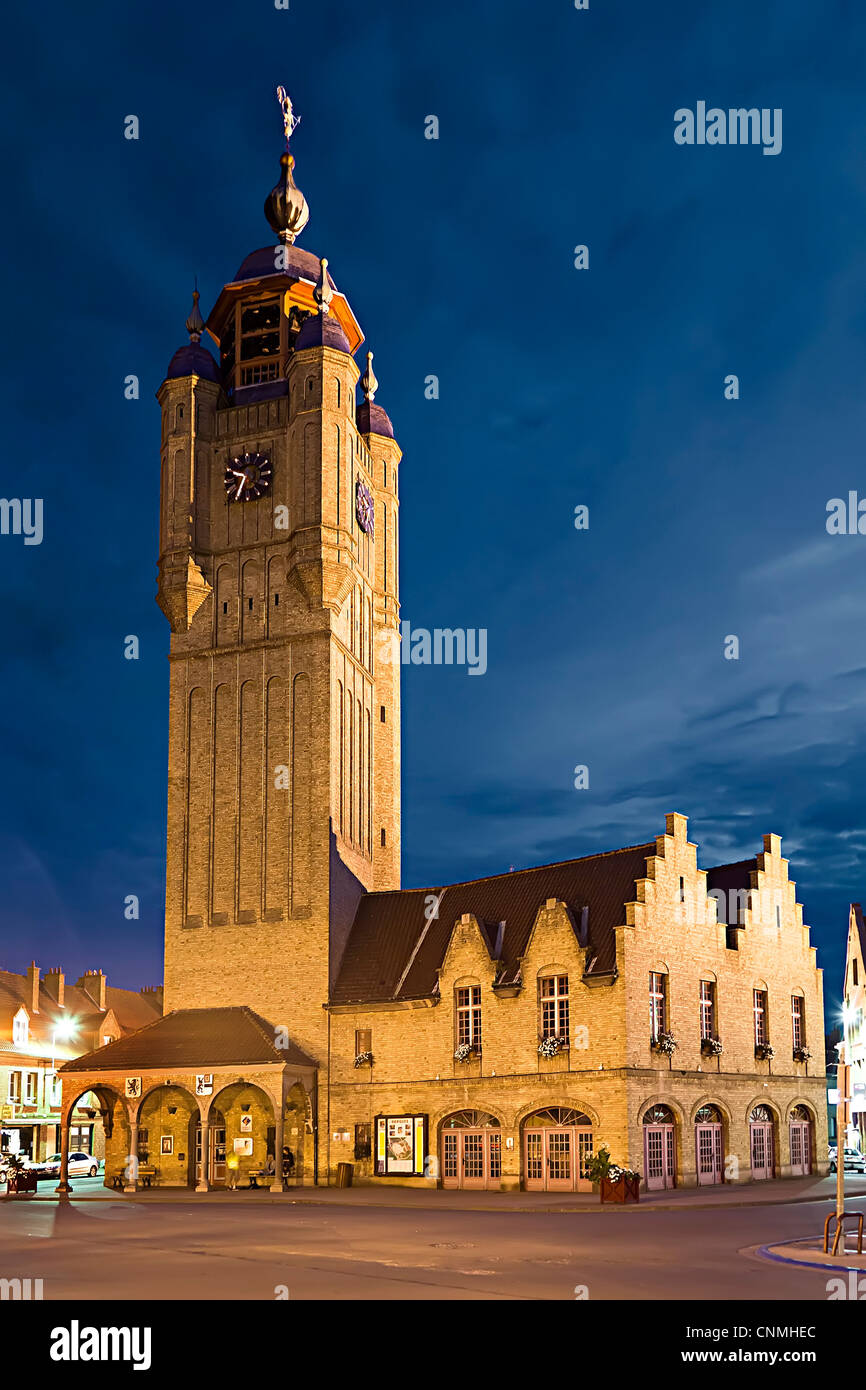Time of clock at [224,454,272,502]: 9:34
